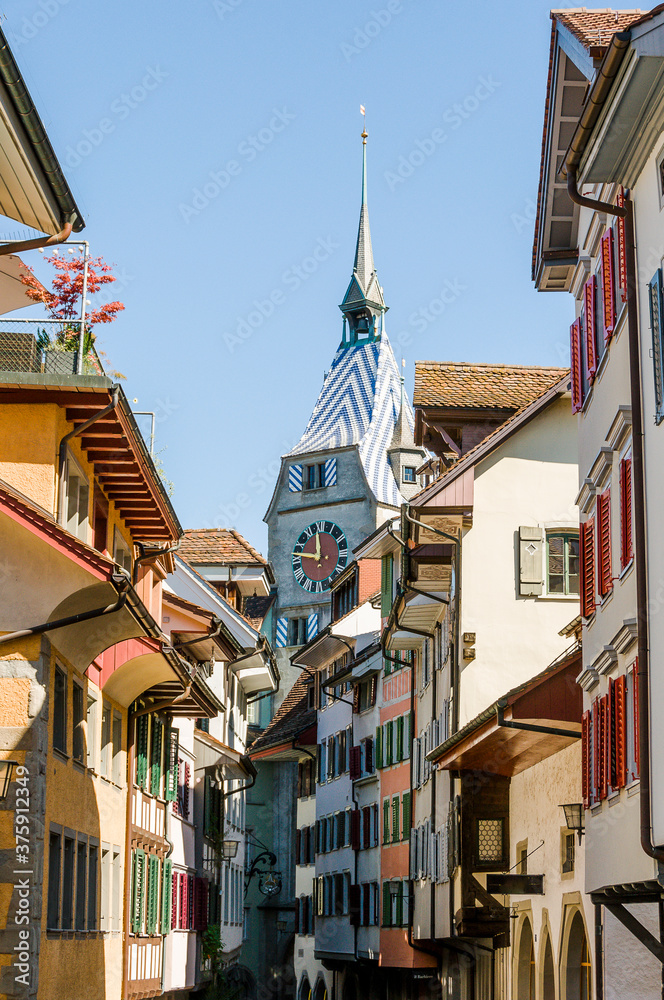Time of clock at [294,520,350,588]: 11:46
